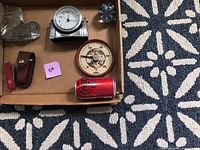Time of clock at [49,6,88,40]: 12:16
